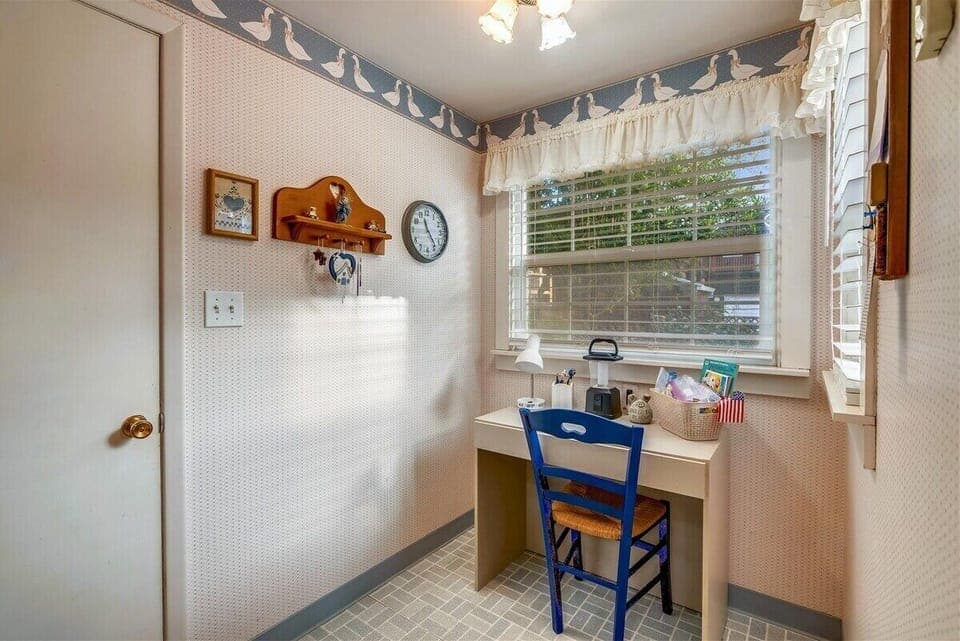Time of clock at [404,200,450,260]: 11:23
